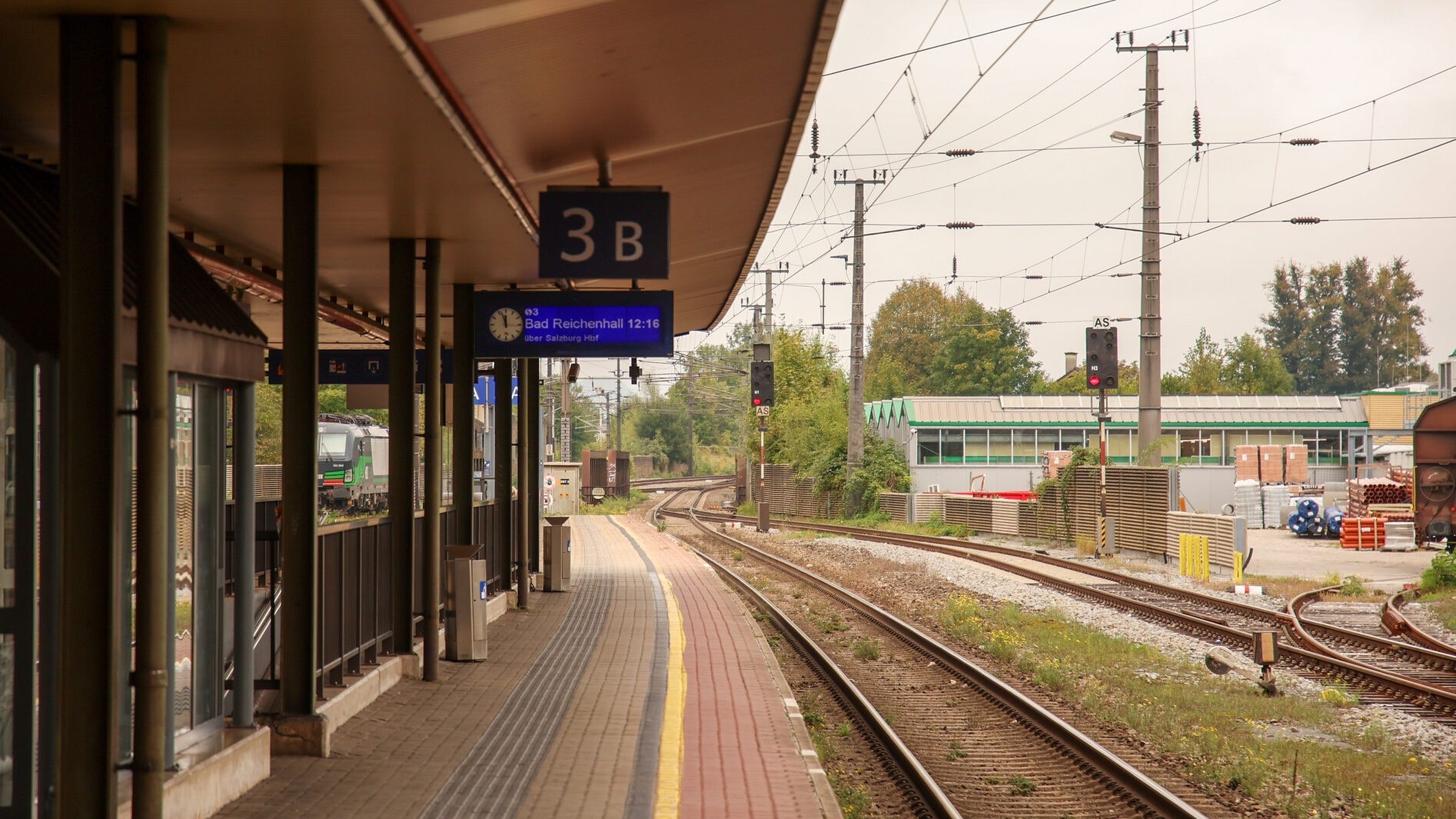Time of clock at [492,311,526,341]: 11:56
